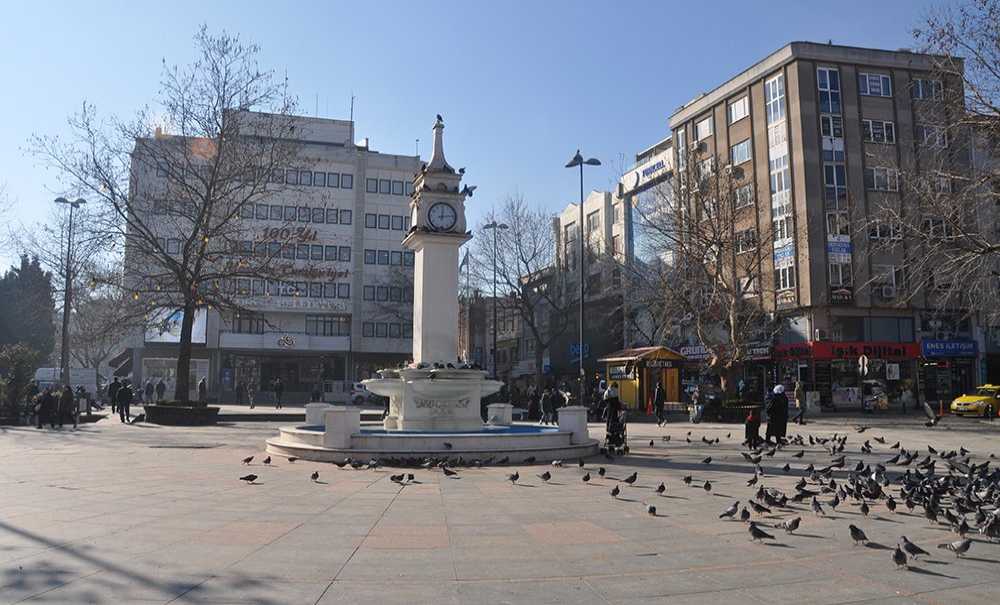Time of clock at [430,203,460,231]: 12:13
